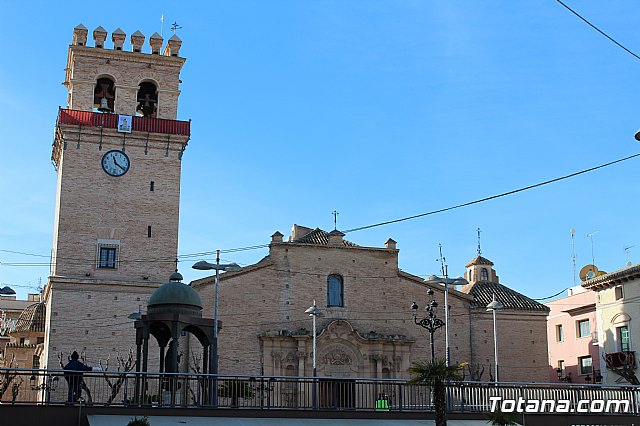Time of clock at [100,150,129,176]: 11:21
